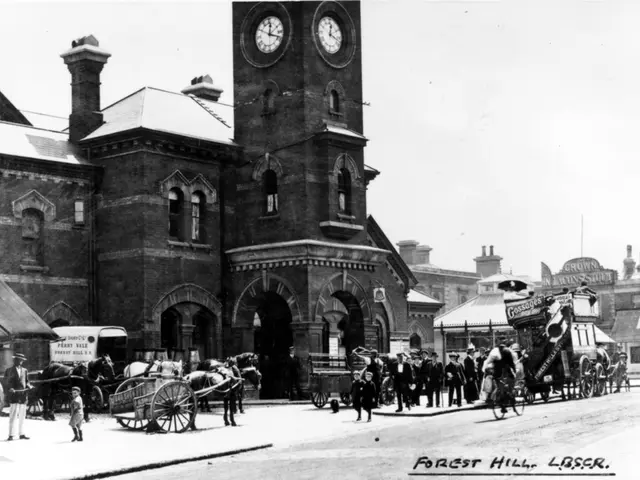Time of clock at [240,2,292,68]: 12:18
